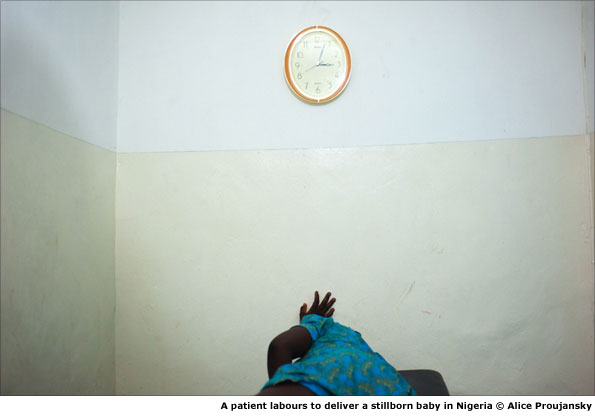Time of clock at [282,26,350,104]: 3:03
